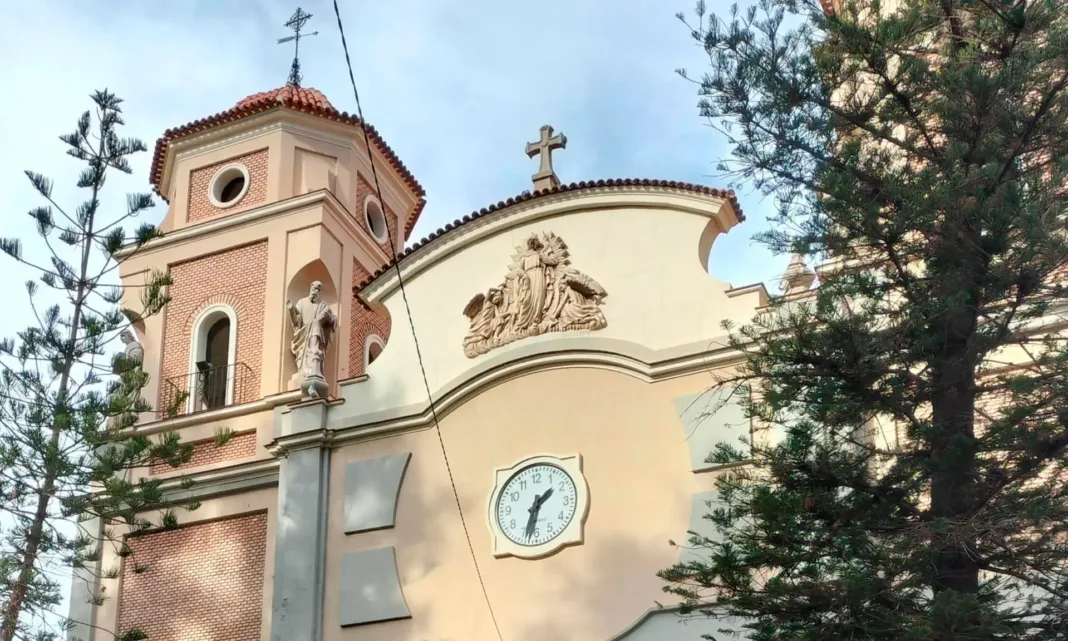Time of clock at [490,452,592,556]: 1:32
